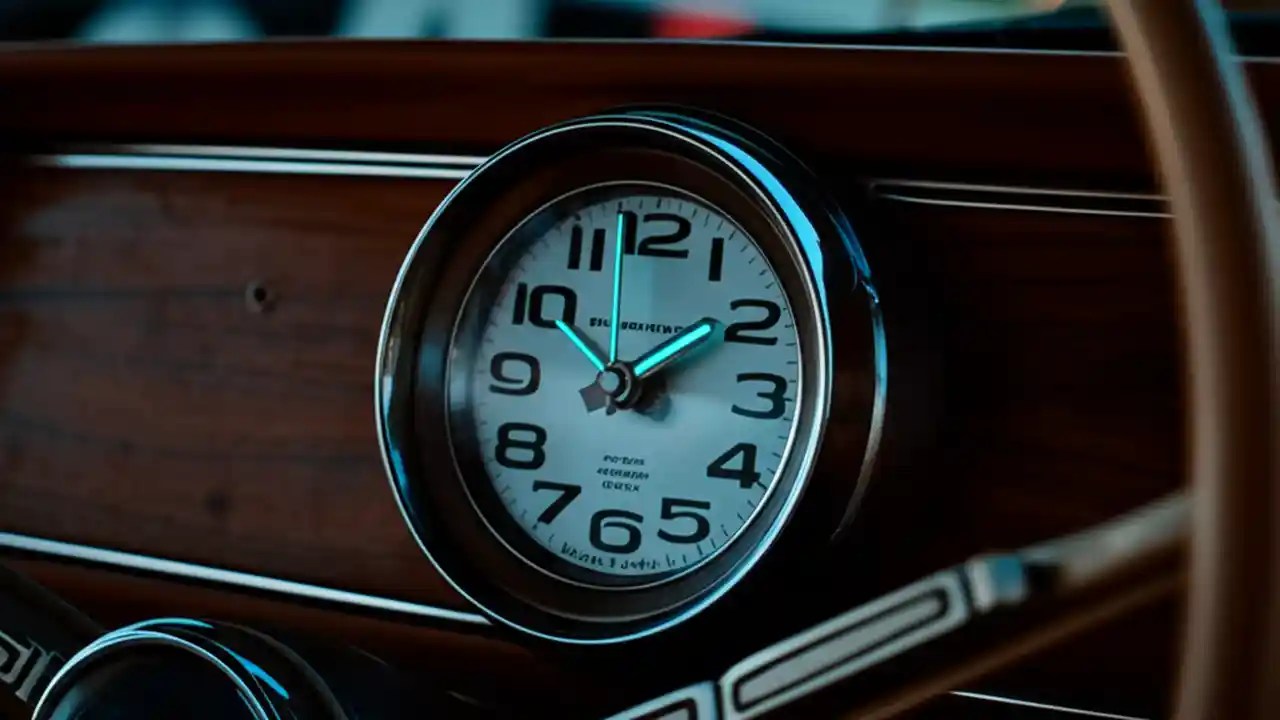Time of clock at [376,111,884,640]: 1:50
